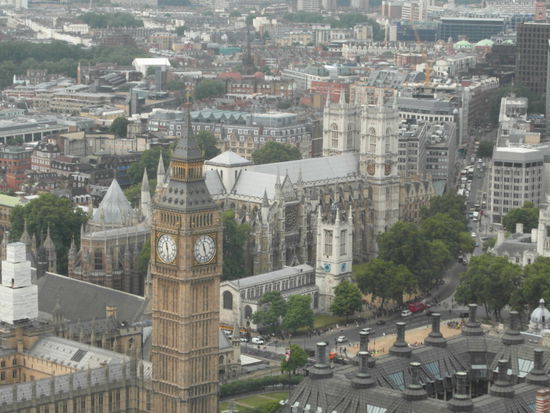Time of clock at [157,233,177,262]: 11:28
